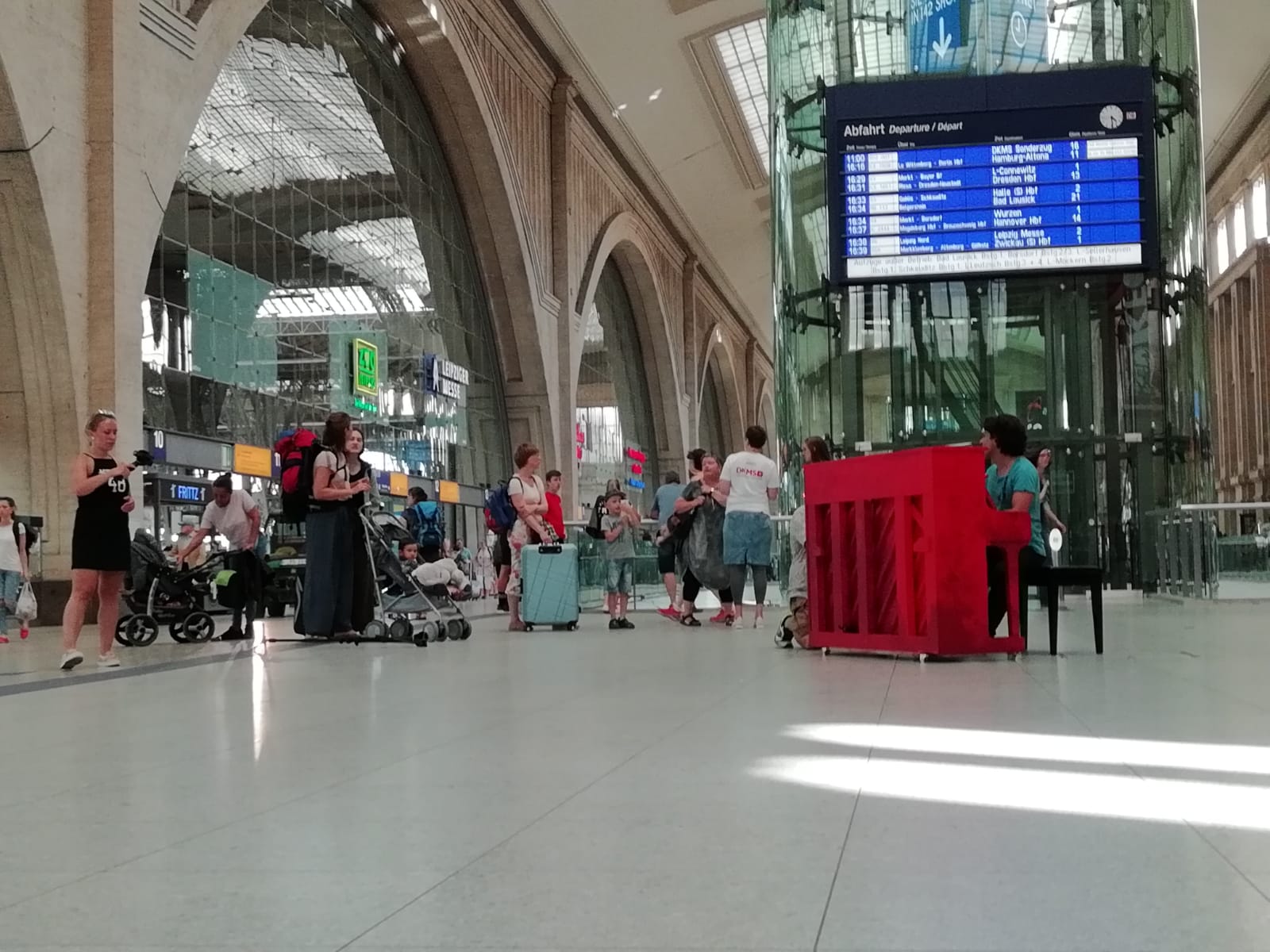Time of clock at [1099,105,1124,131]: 4:29
